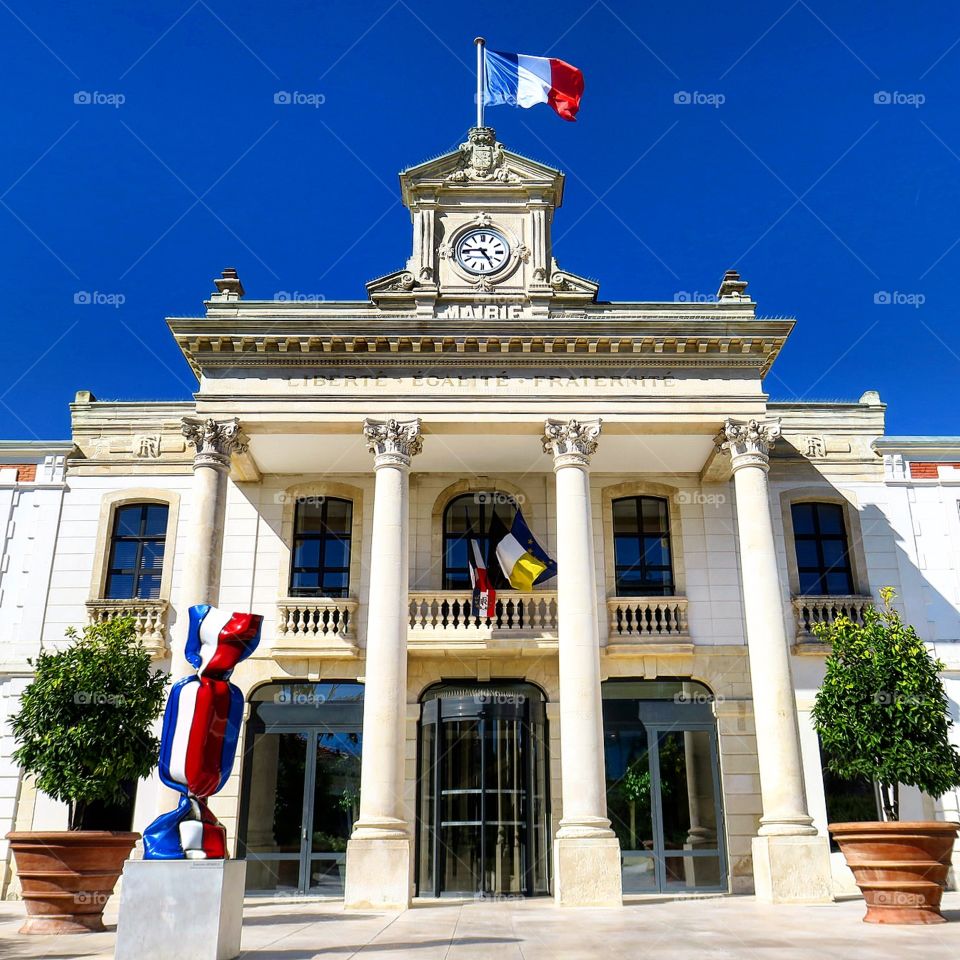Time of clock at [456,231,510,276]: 4:45
